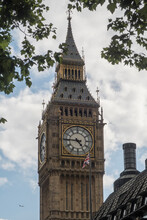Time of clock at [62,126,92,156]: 4:45
